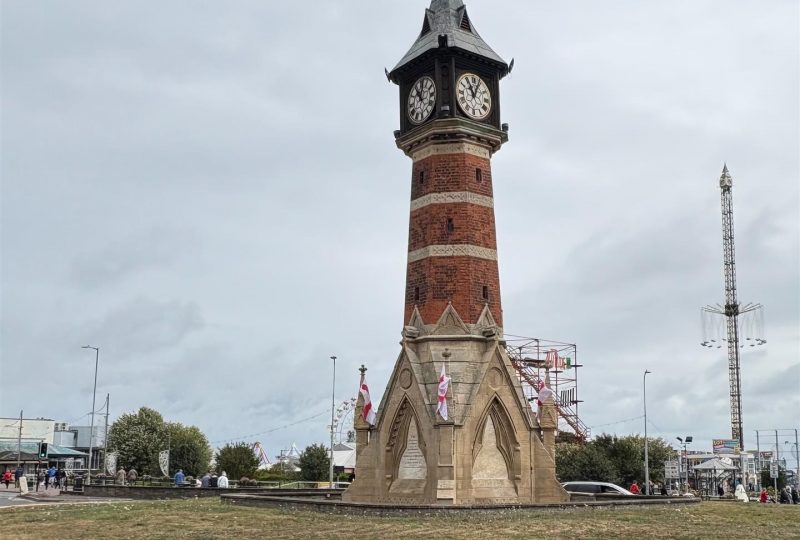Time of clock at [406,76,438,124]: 11:02
